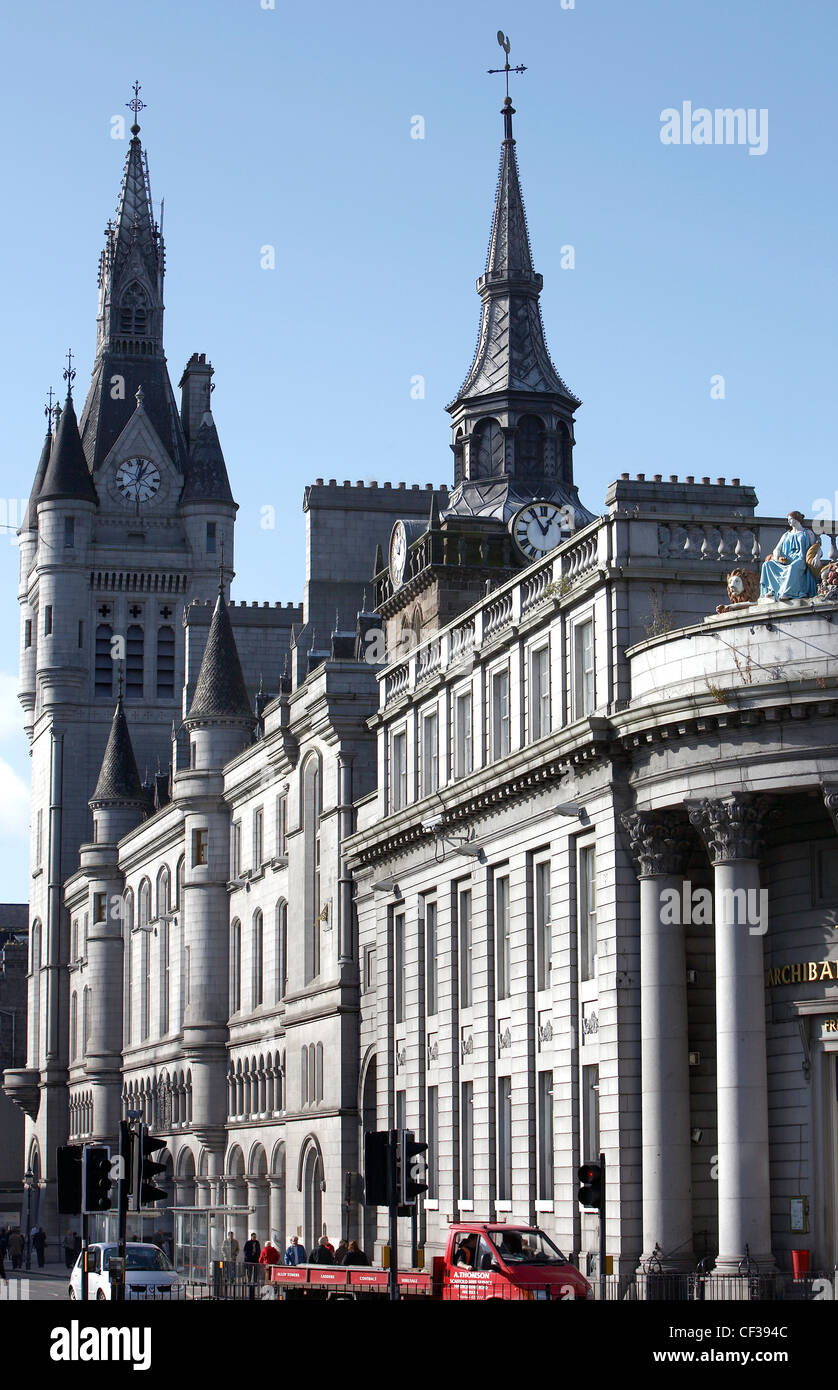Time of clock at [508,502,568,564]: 12:55
